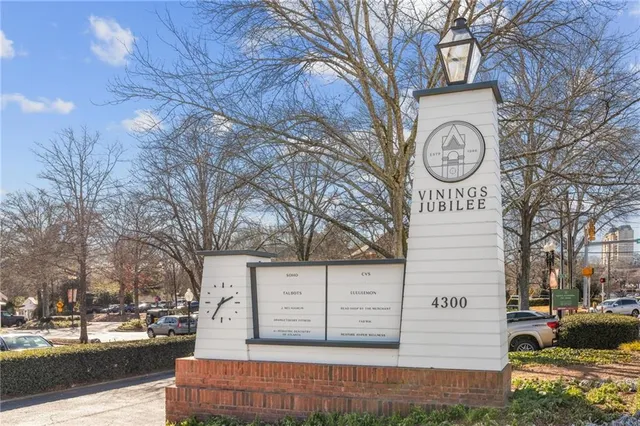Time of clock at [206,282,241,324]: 2:35
